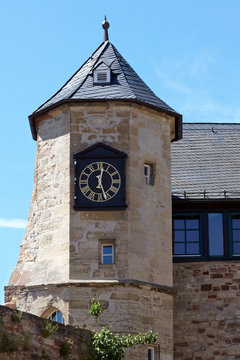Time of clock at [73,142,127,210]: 12:26
